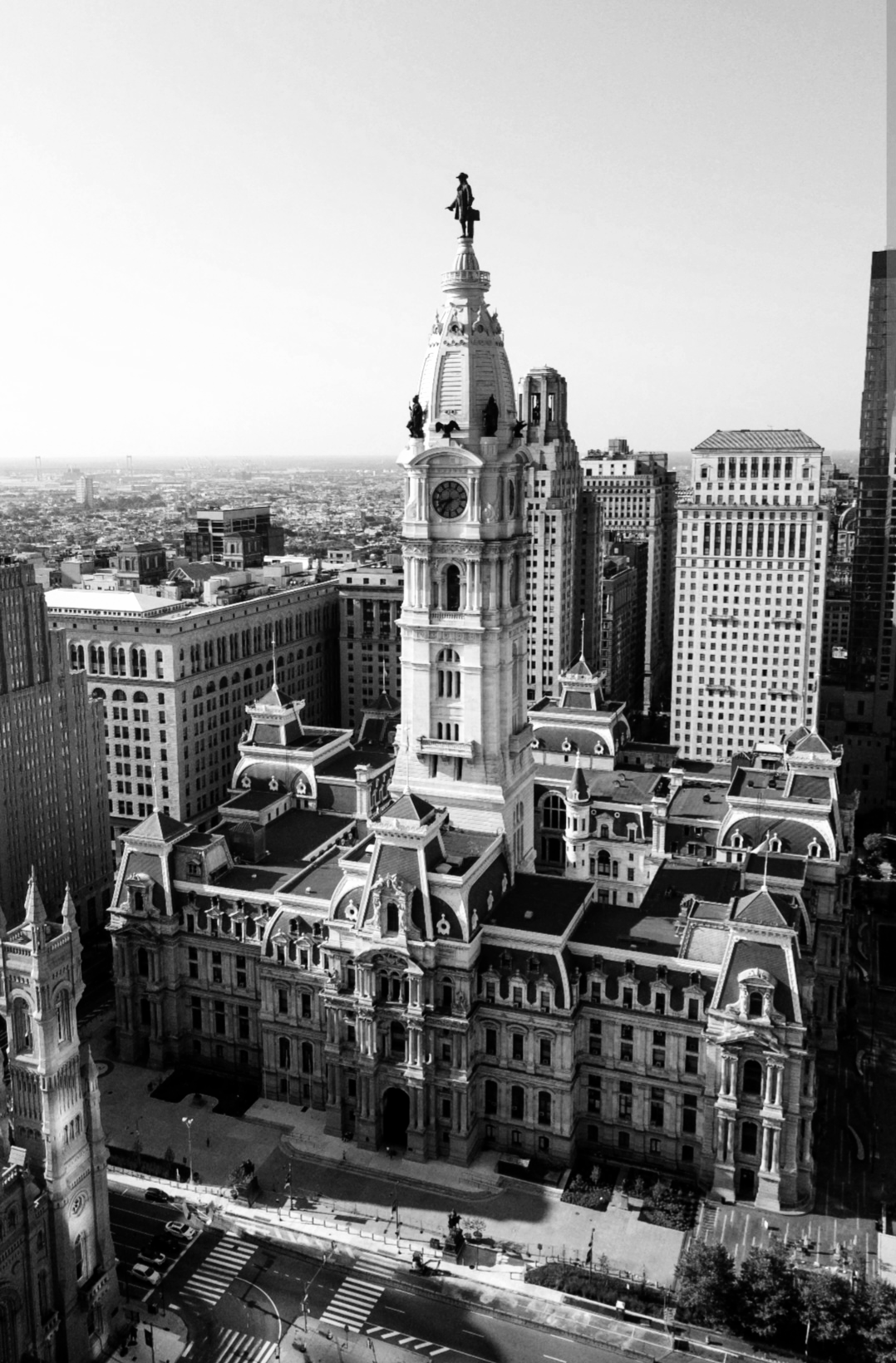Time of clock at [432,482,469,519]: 8:36
